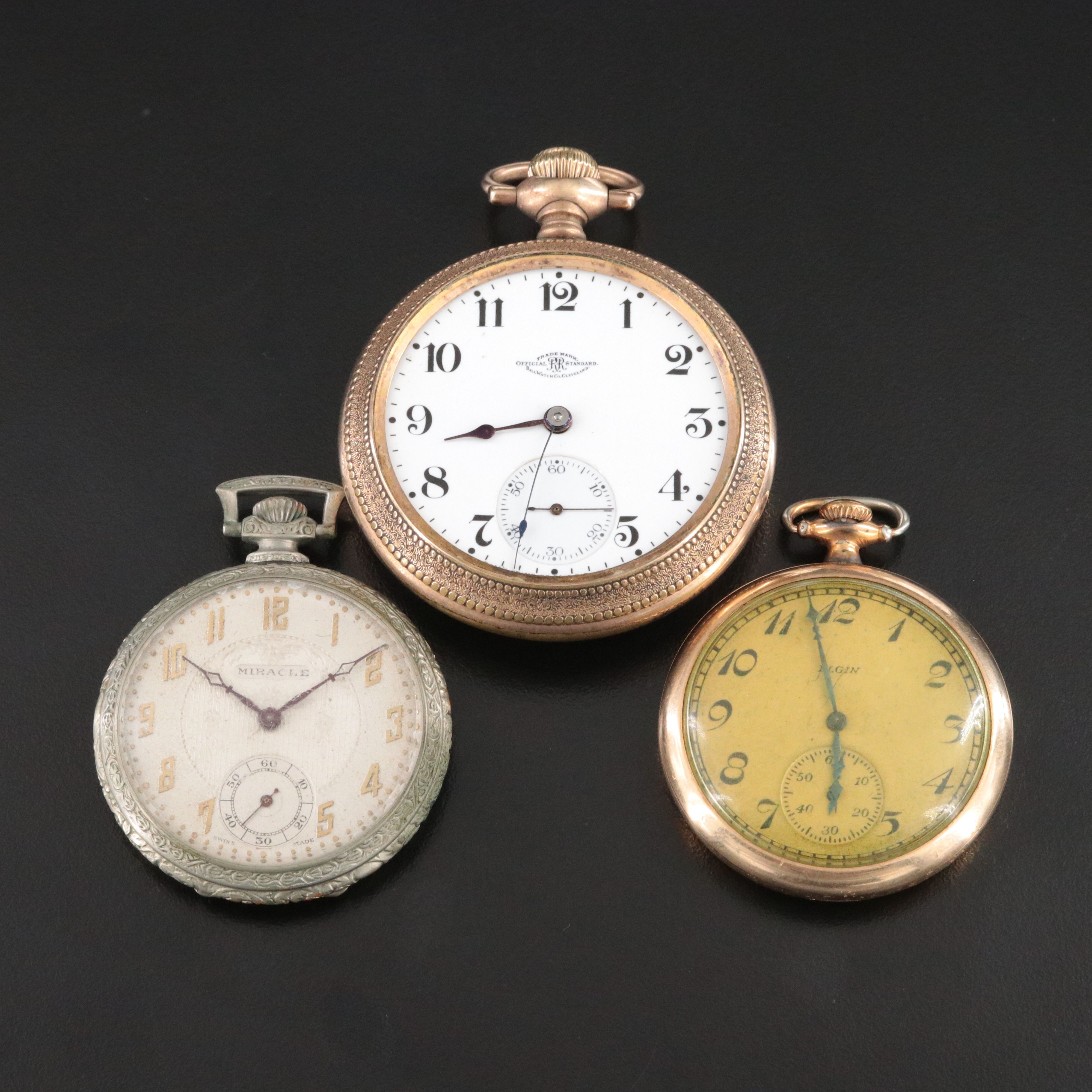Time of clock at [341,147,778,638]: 8:32
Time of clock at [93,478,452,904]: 10:08
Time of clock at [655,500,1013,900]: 5:57
